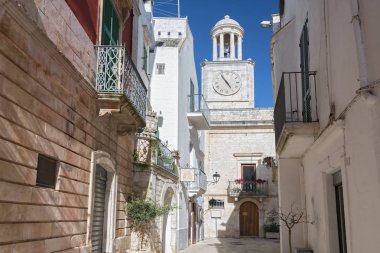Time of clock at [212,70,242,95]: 4:54
